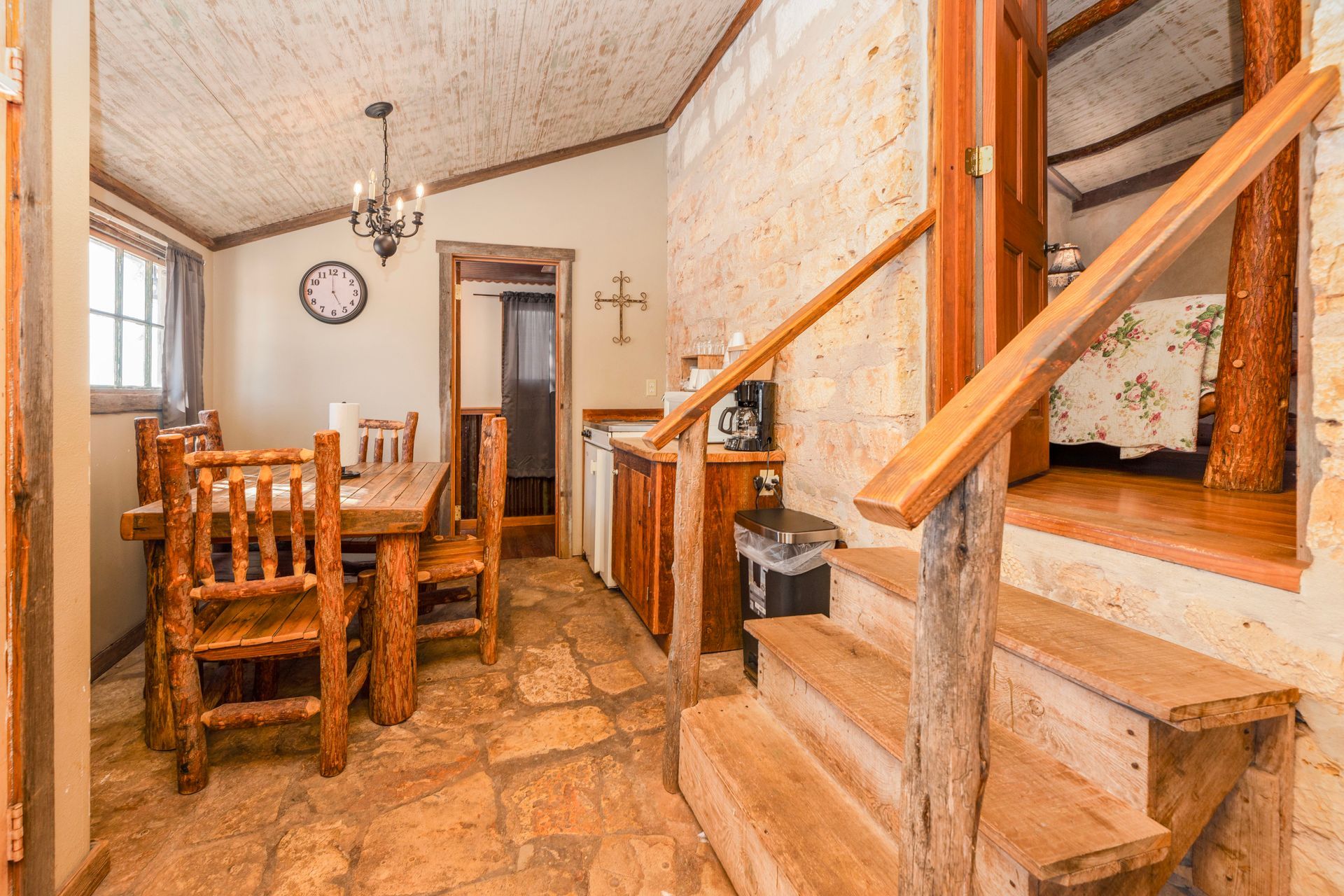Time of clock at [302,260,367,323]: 5:00
